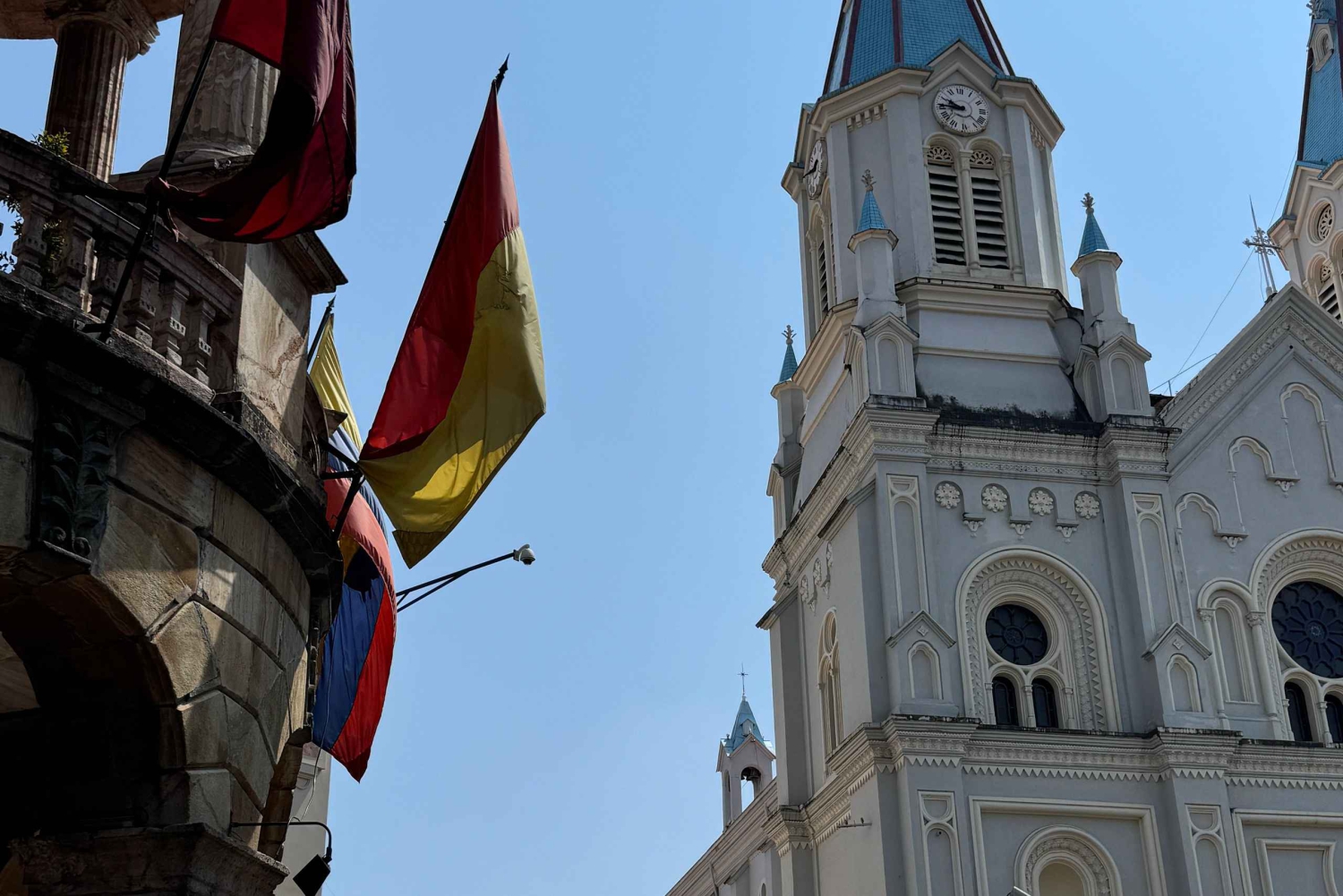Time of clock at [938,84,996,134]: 9:45
